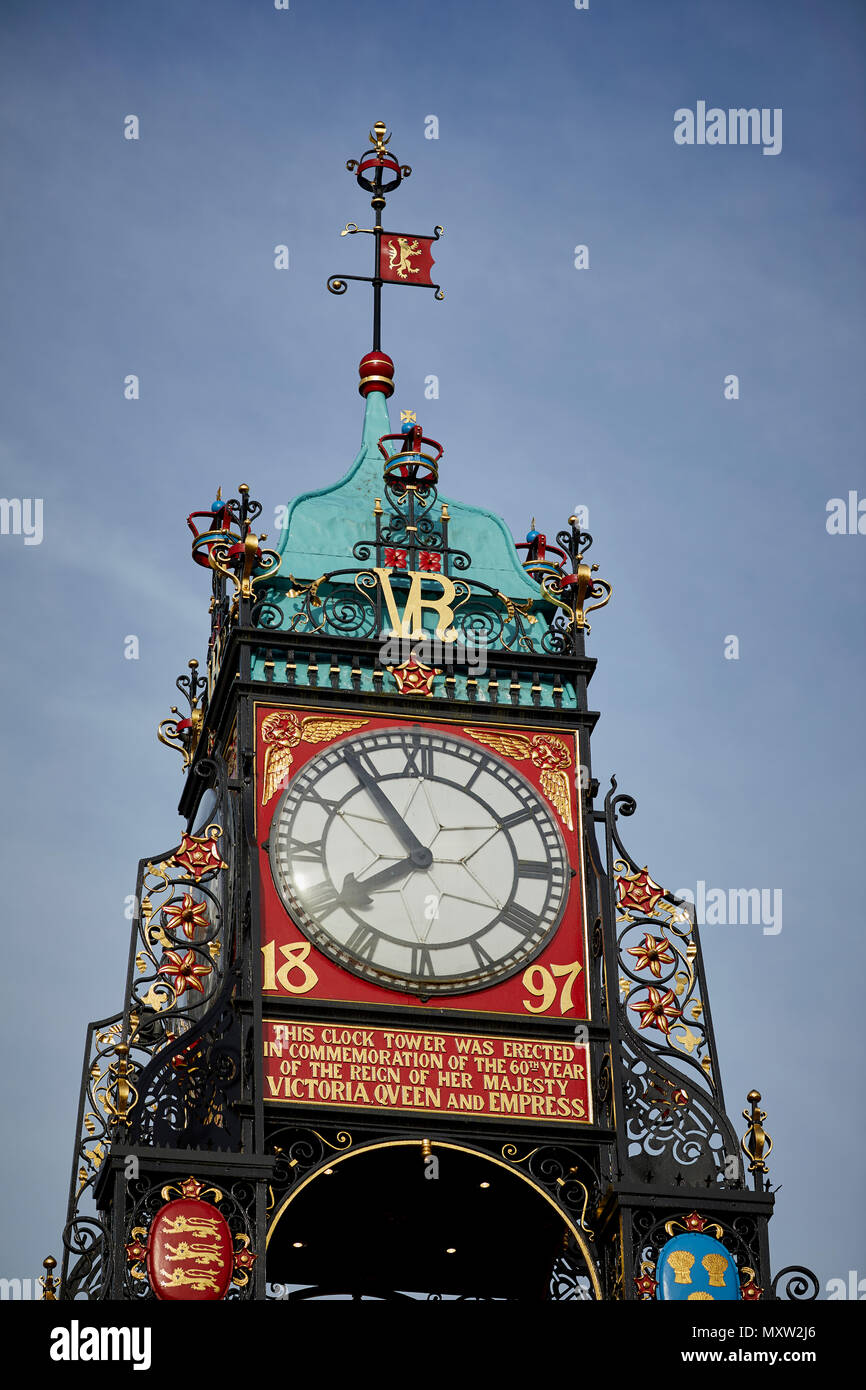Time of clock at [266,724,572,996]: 7:54
